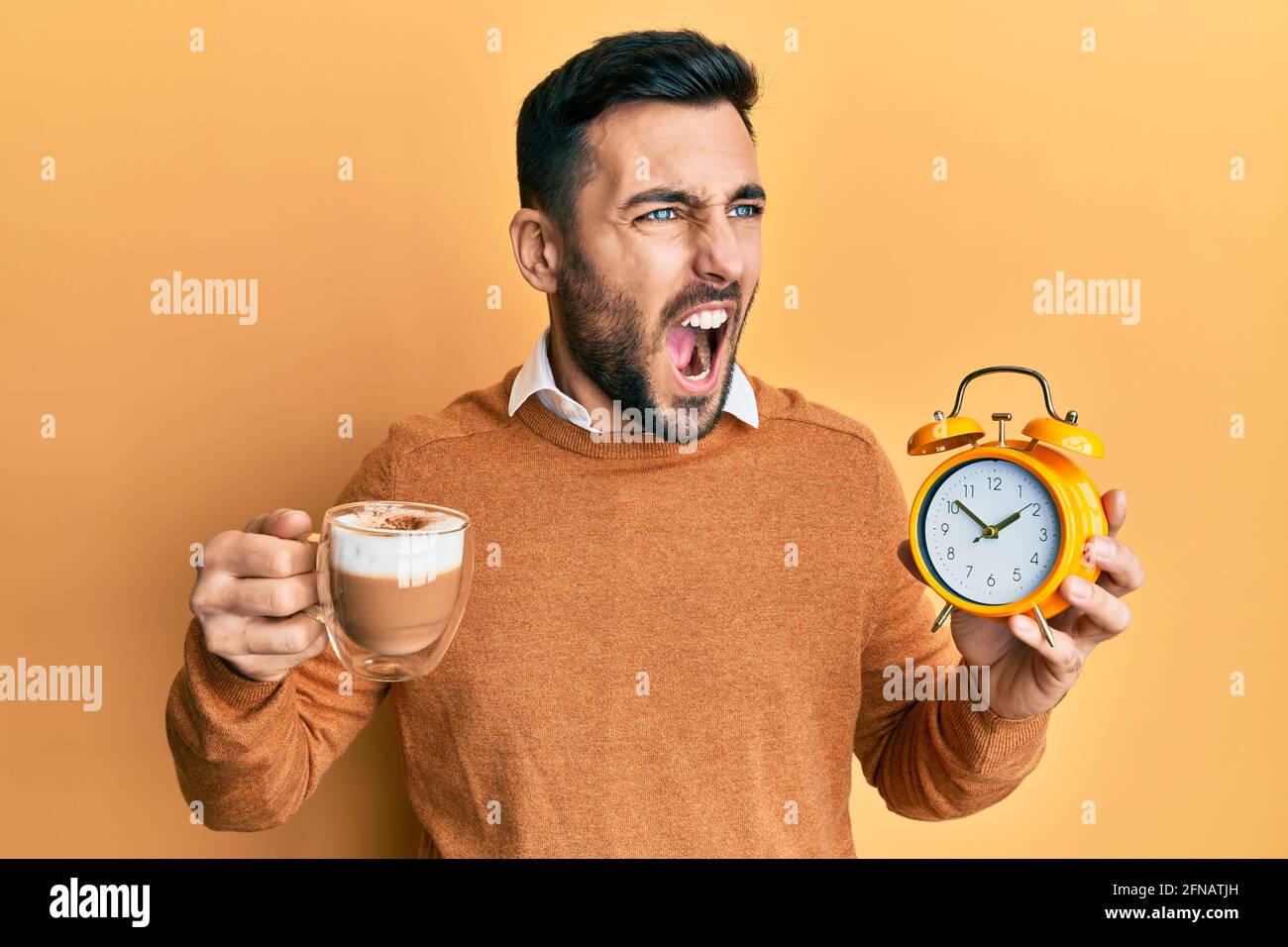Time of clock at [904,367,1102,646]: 1:51
